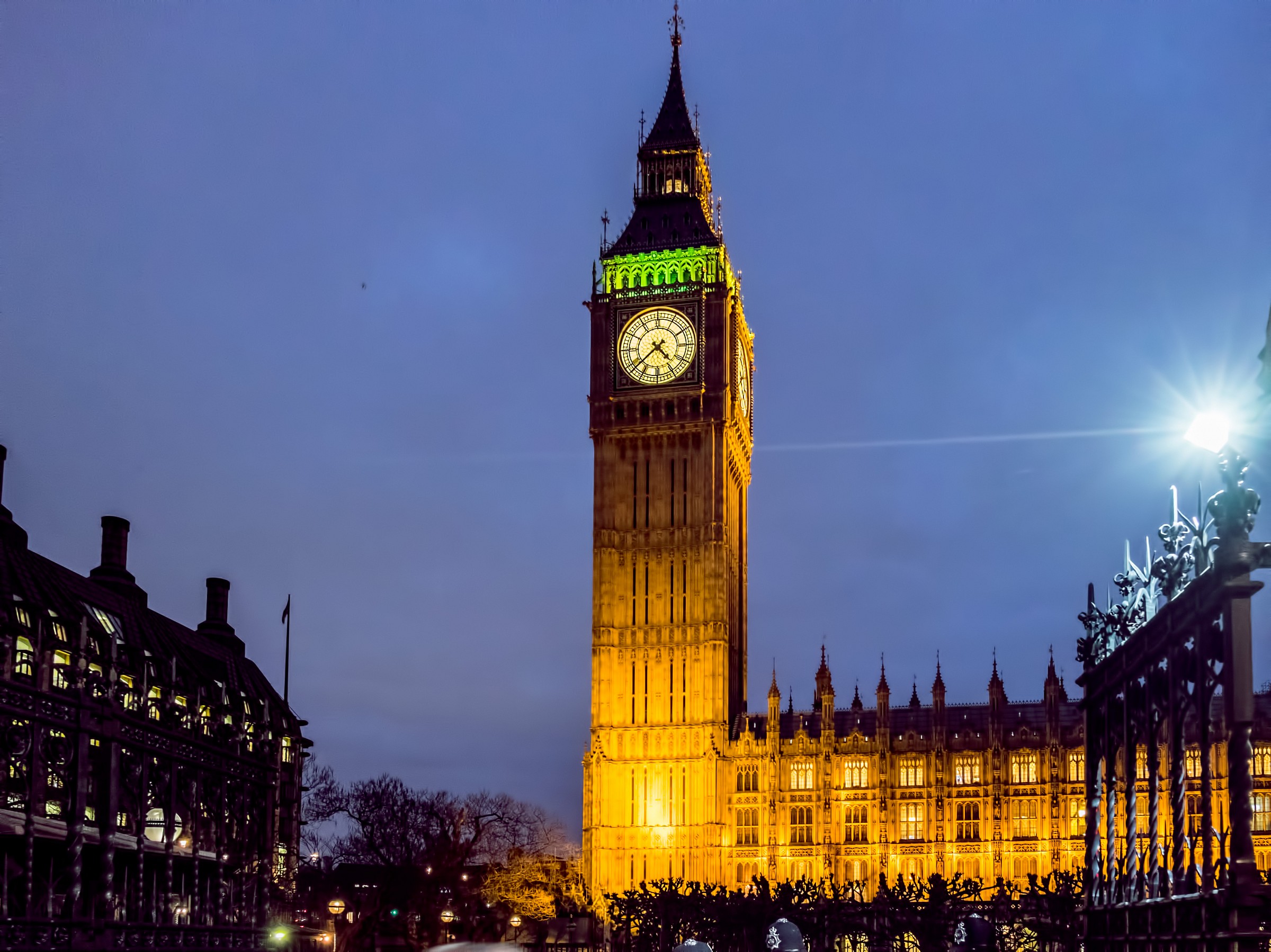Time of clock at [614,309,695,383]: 4:37
